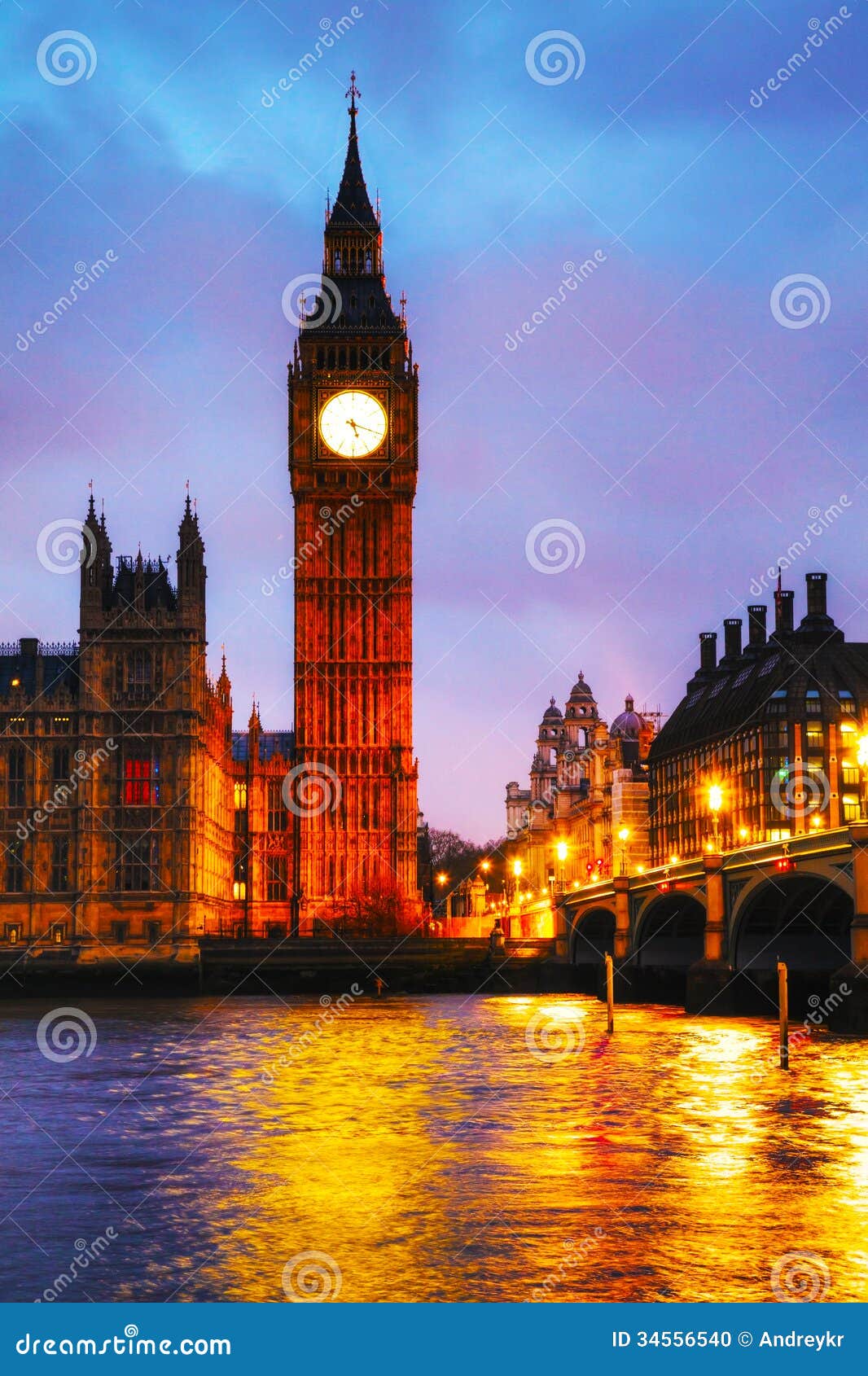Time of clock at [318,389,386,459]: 5:18
